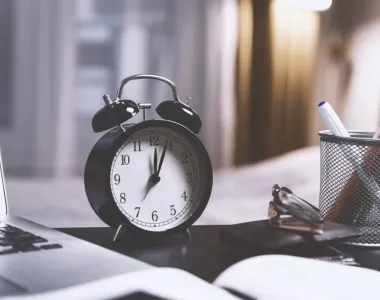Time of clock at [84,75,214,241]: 12:03
